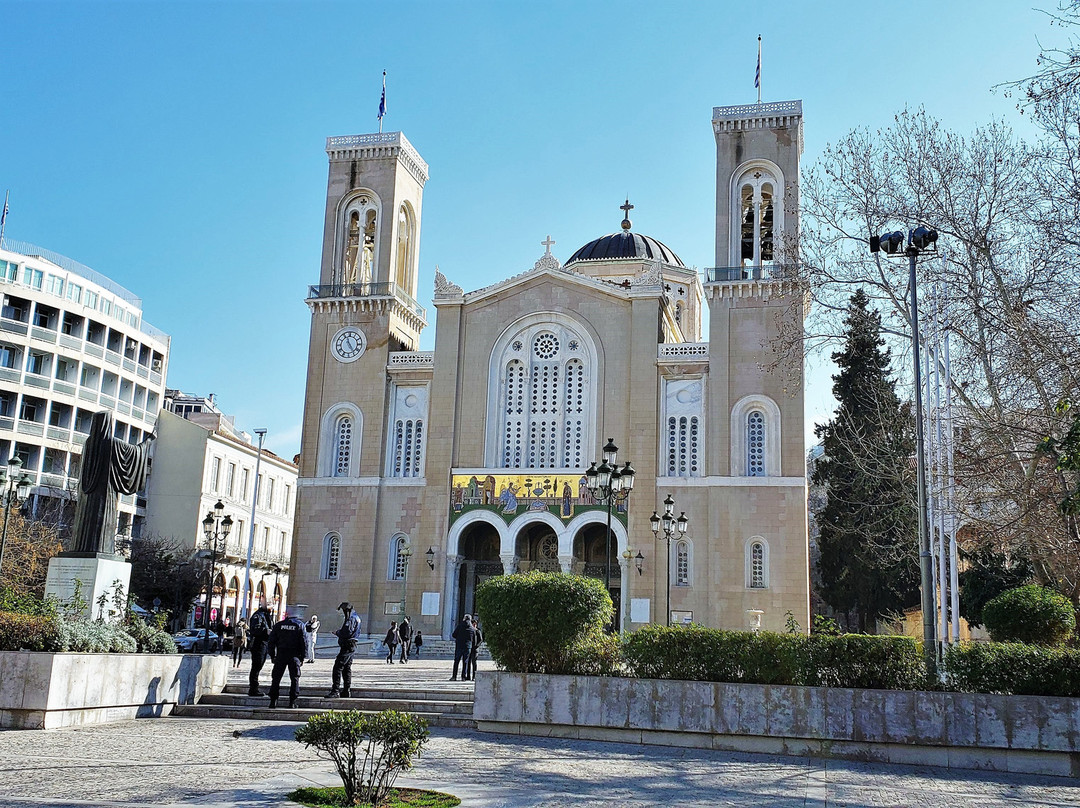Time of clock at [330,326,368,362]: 4:56
